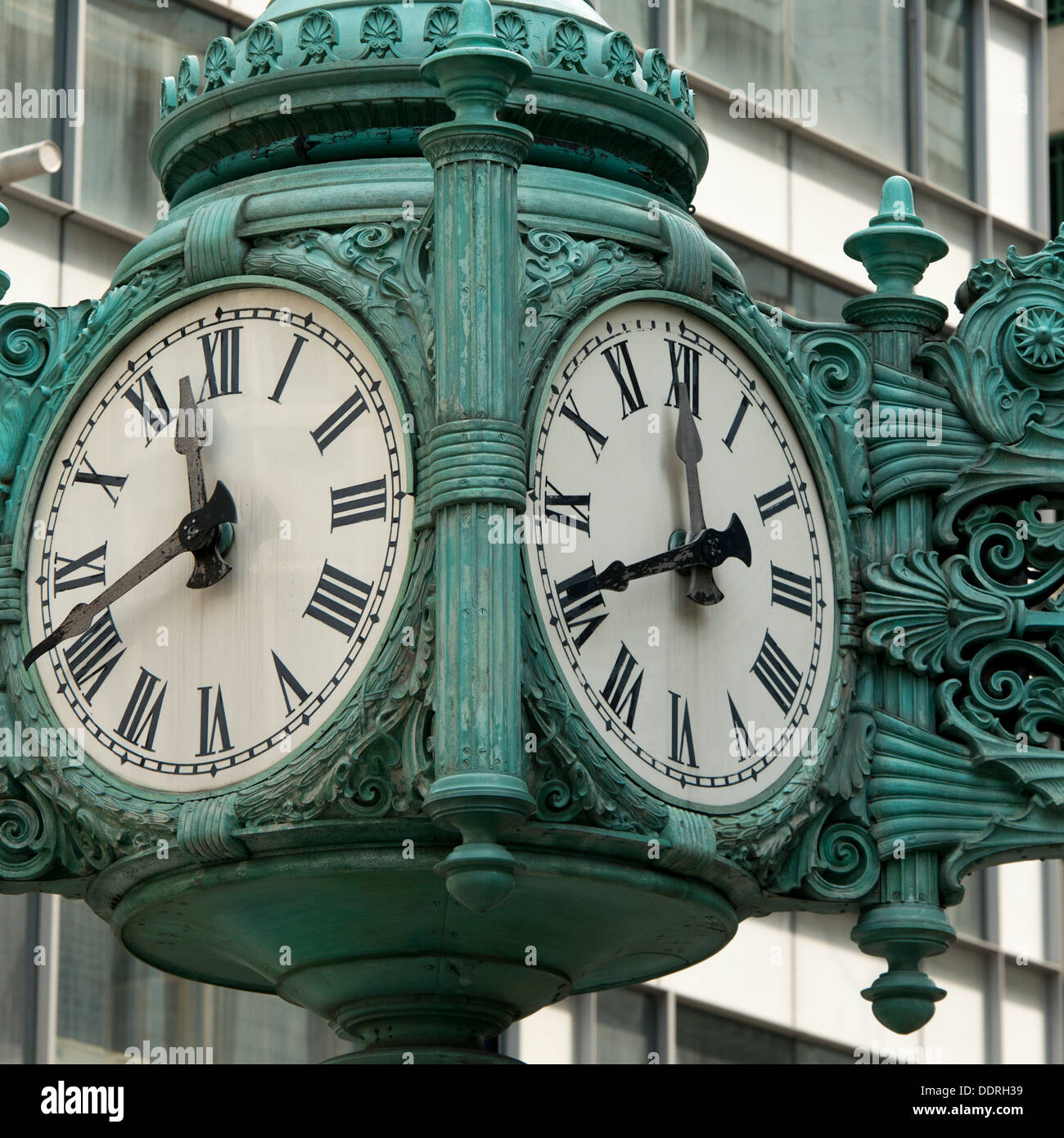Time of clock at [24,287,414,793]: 11:41
